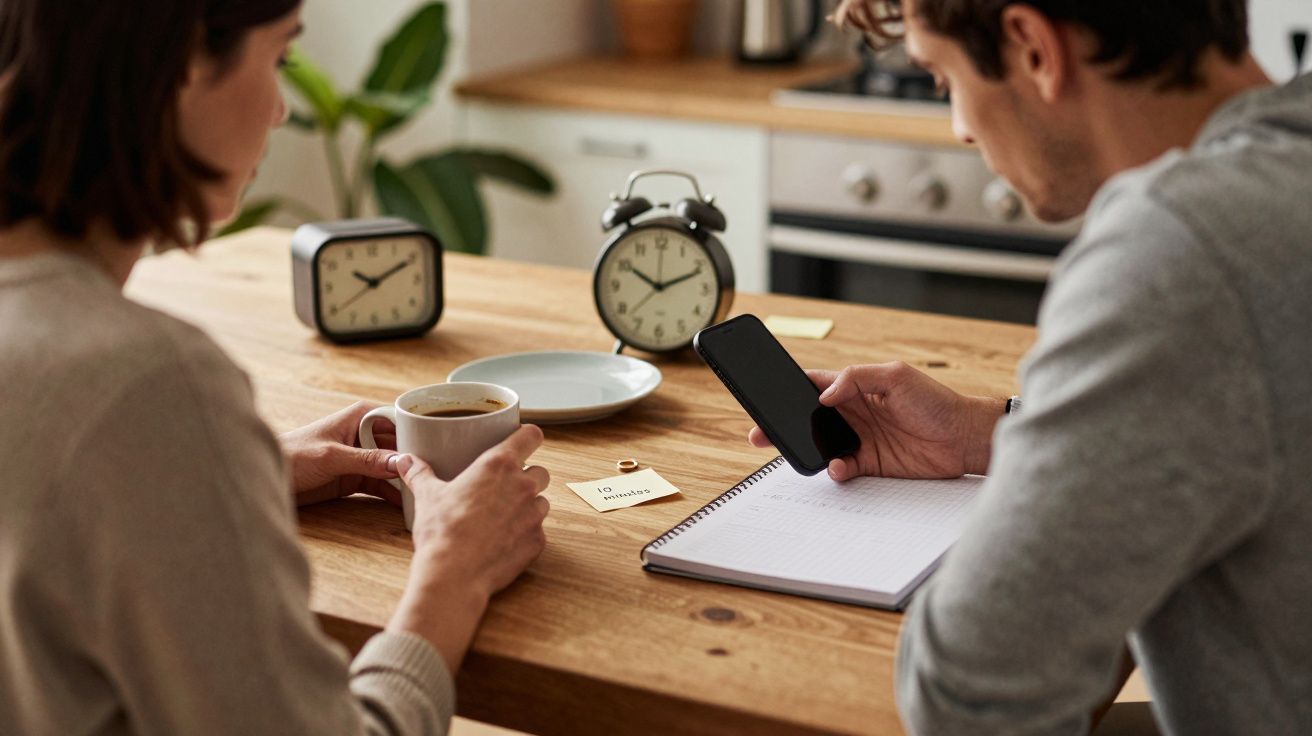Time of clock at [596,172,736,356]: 10:11
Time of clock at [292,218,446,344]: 10:10
